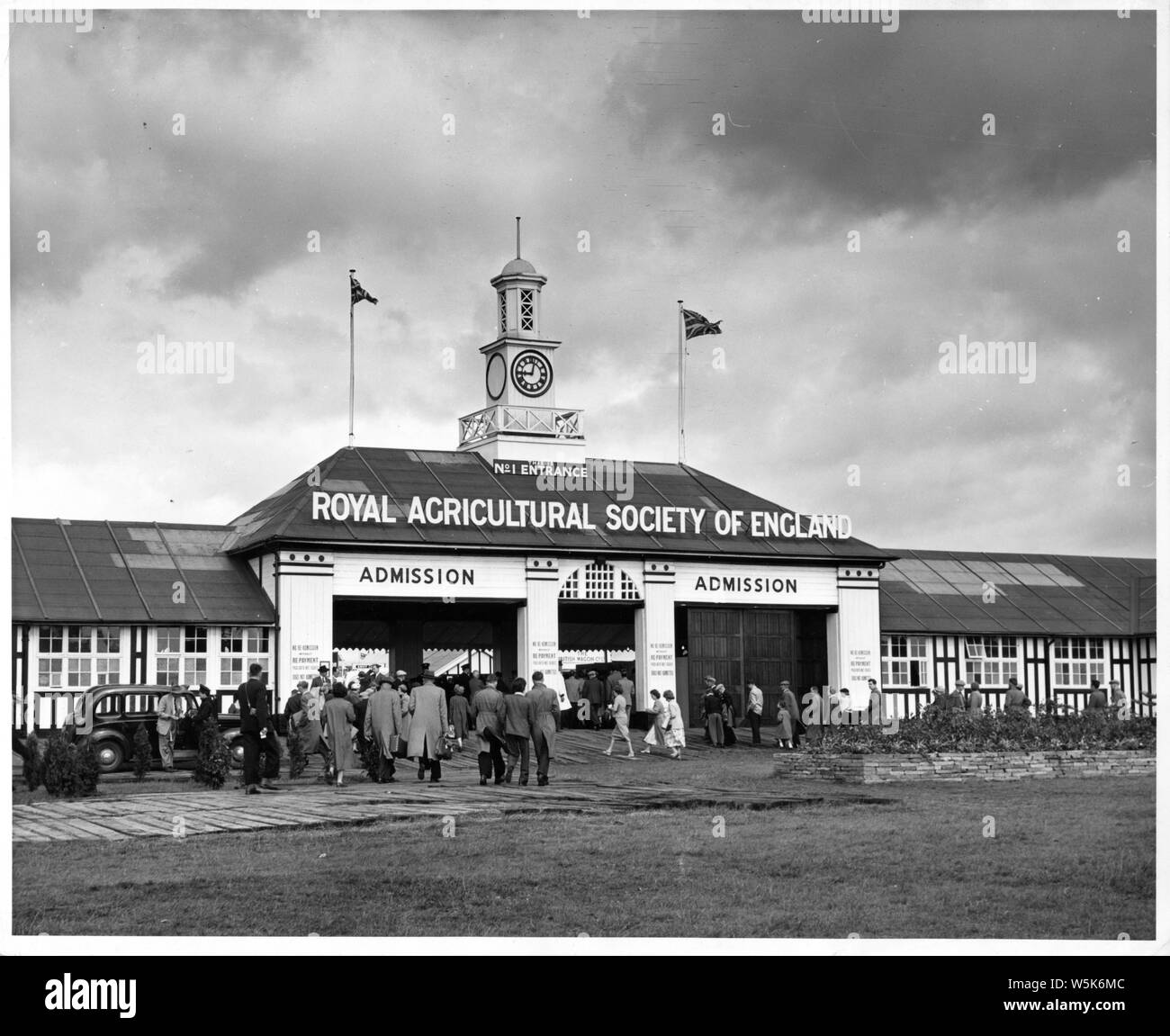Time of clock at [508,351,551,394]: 9:02
